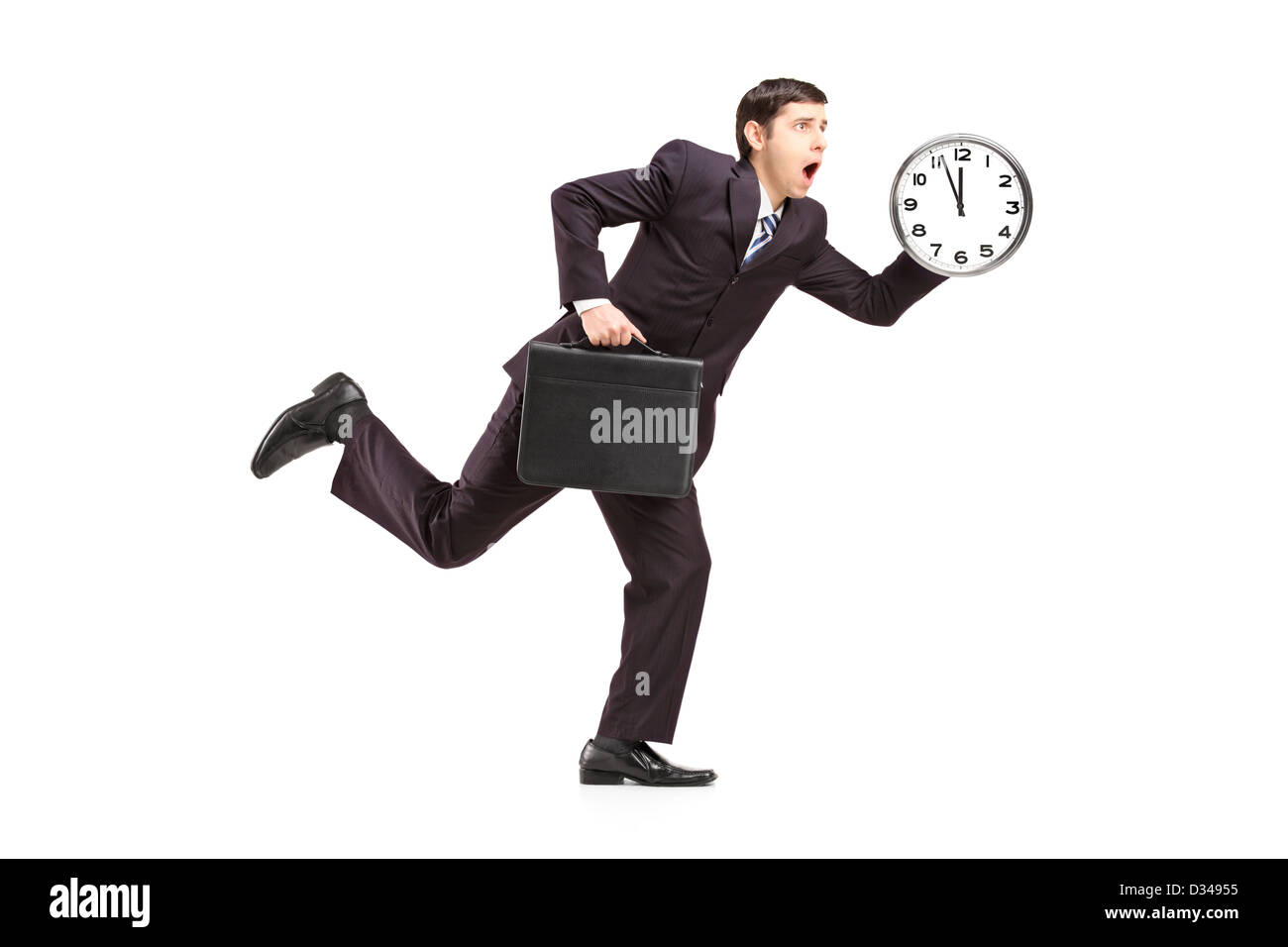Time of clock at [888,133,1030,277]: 11:56
